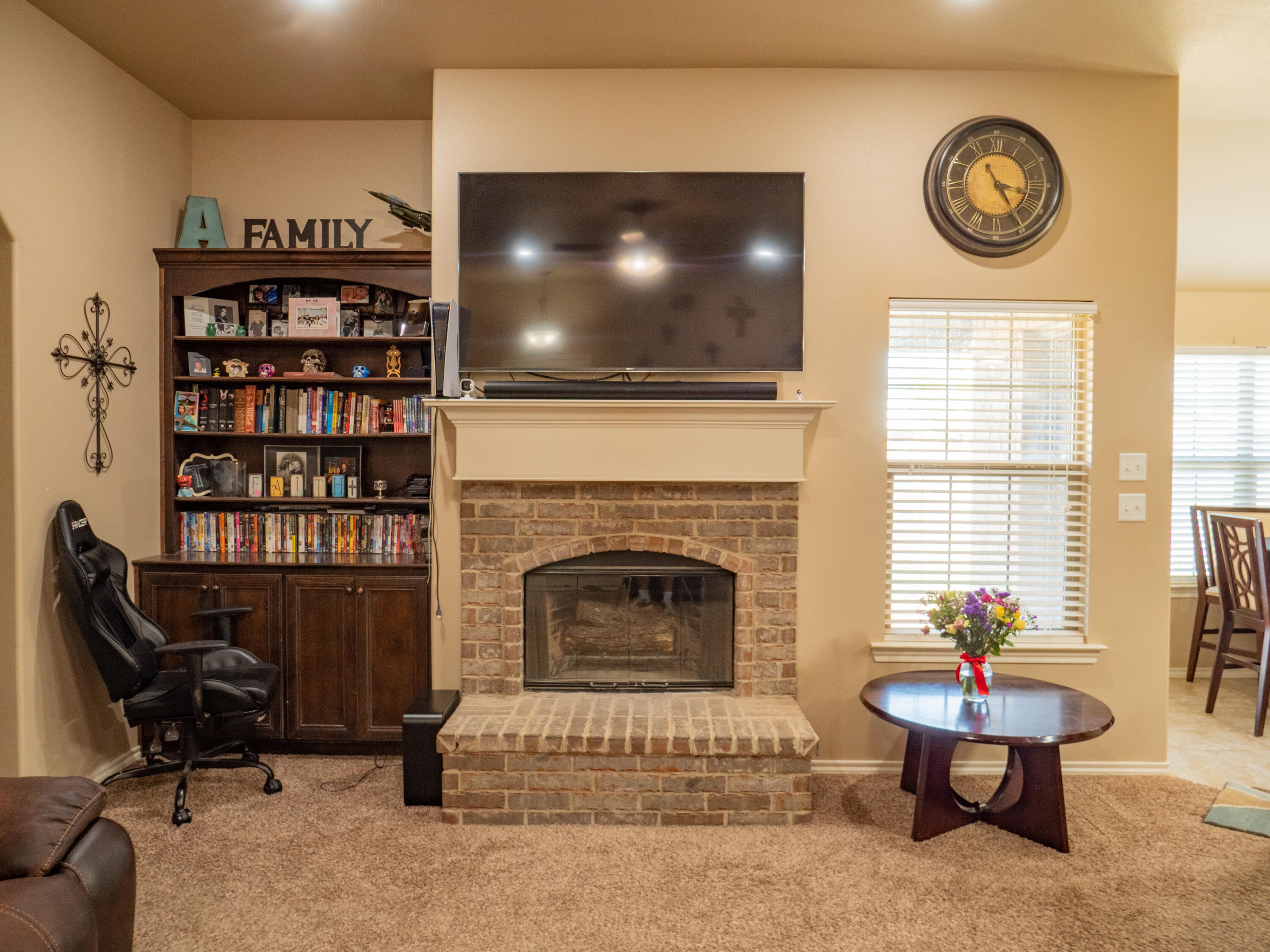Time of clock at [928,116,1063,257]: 3:24
